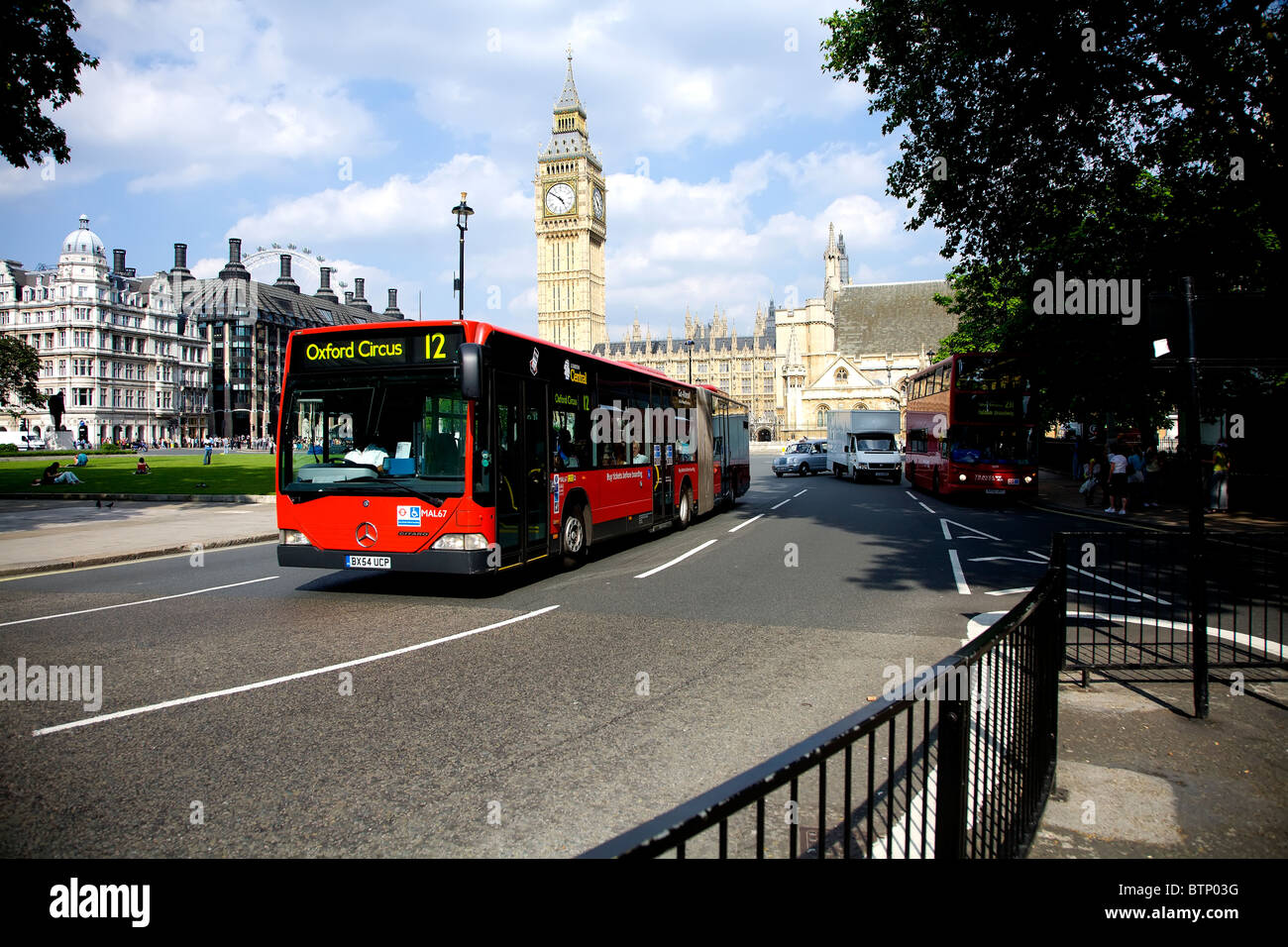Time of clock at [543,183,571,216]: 4:50
